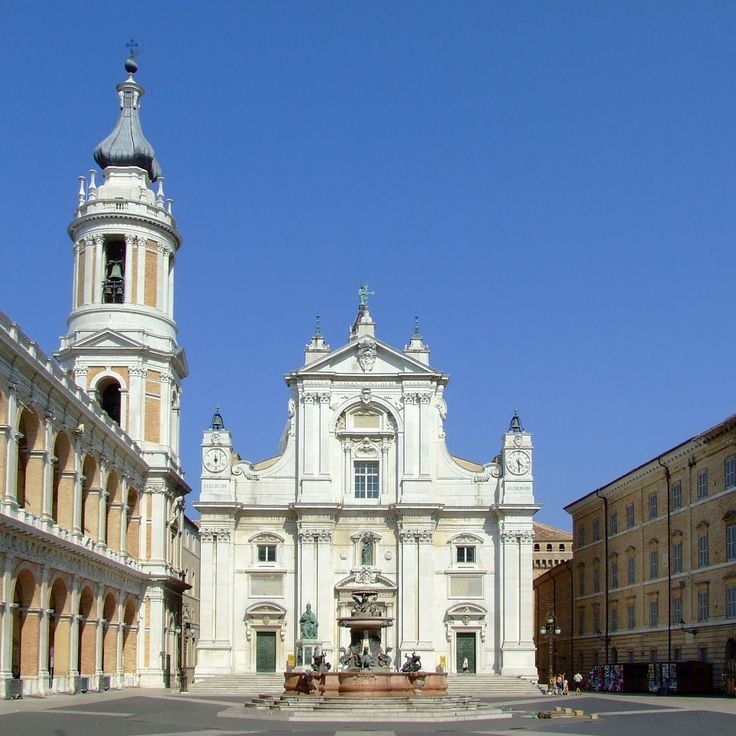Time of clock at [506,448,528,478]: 4:29
